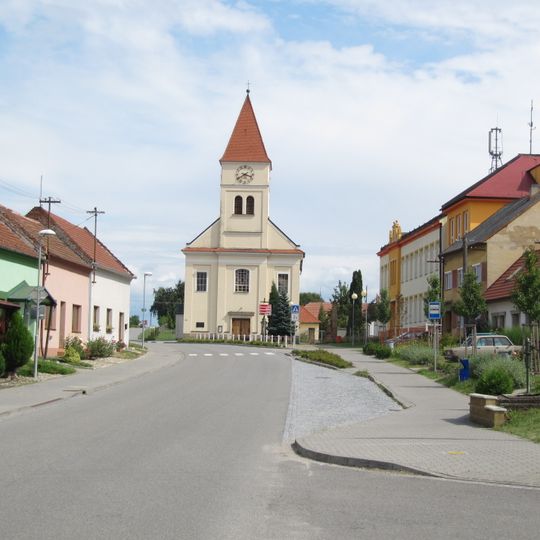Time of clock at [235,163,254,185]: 3:39
